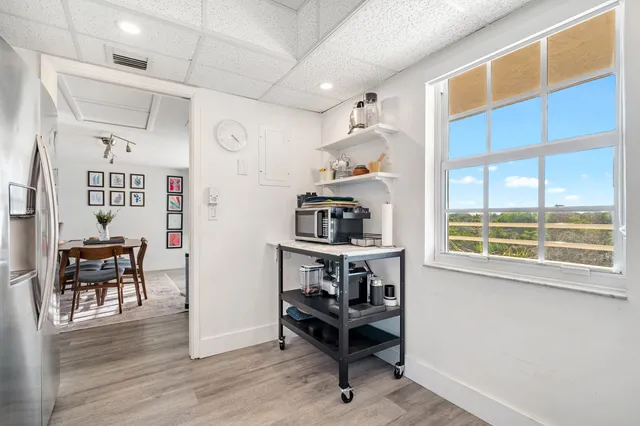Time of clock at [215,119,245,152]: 4:22
